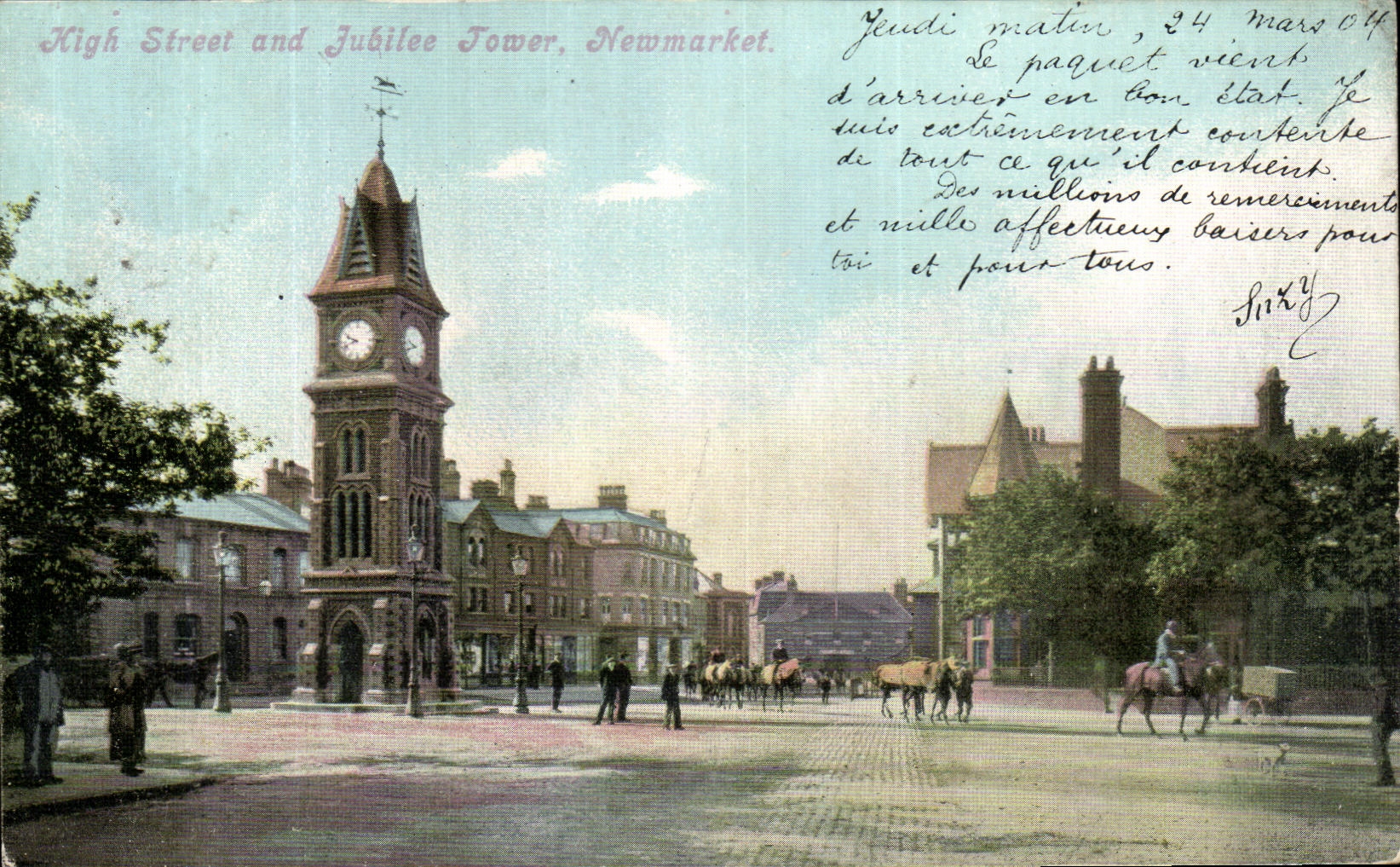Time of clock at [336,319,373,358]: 9:41
